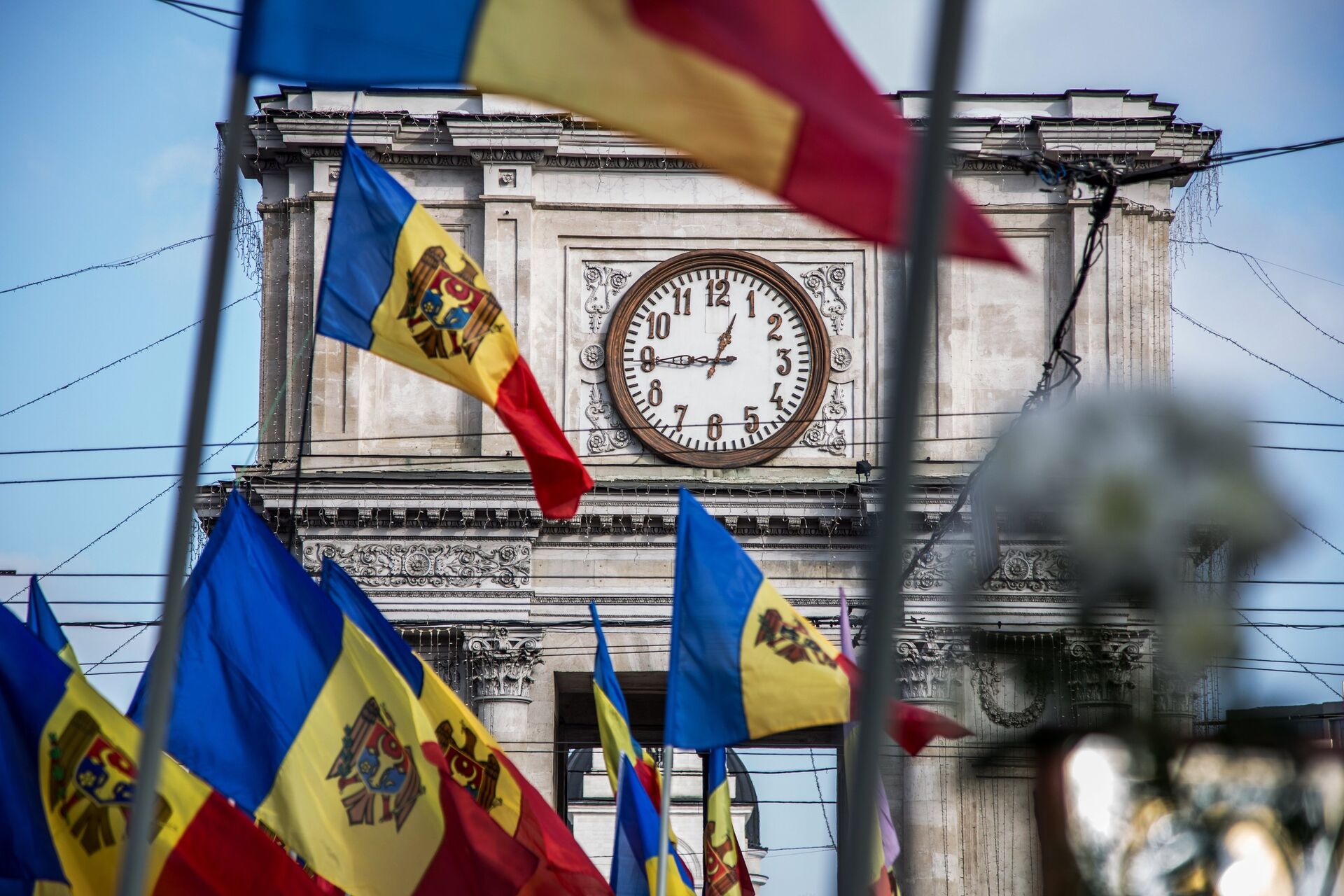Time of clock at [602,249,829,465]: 12:44
